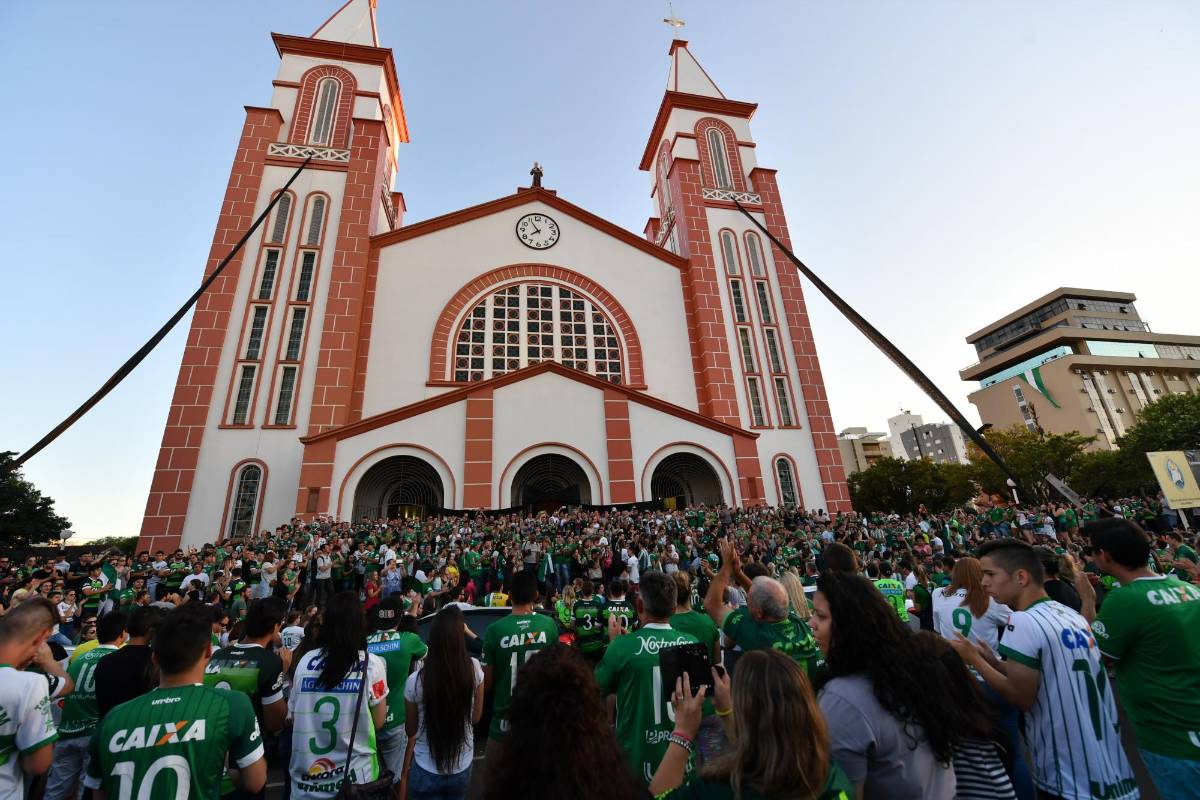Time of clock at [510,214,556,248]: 7:55
